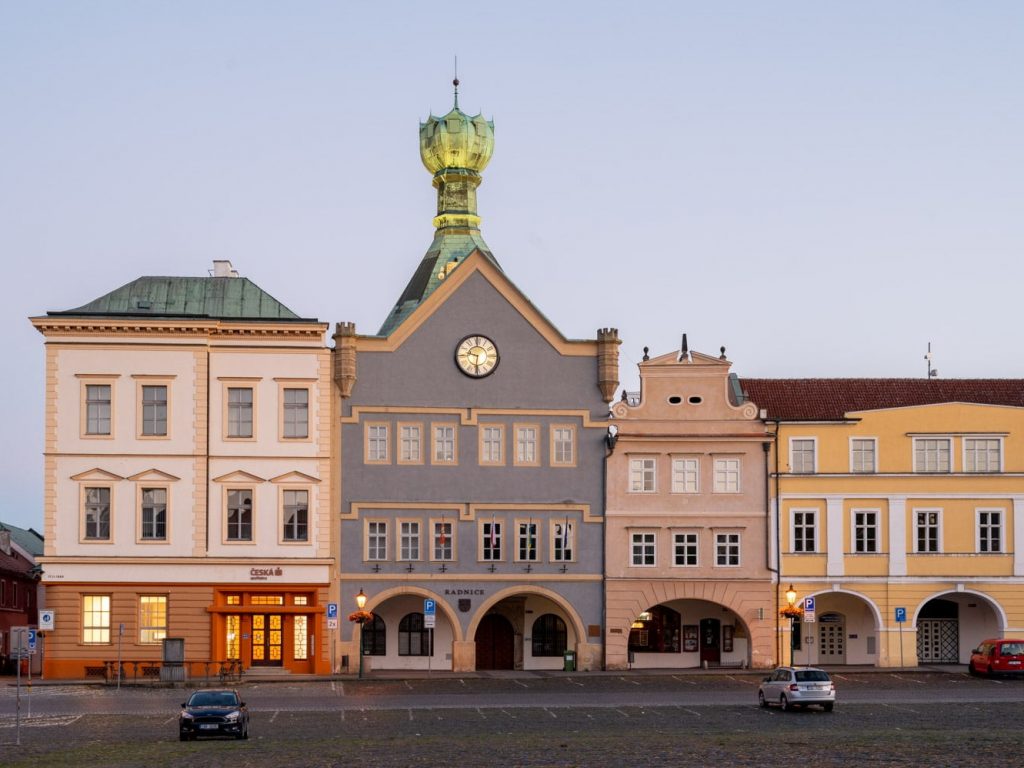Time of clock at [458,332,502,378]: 9:31
